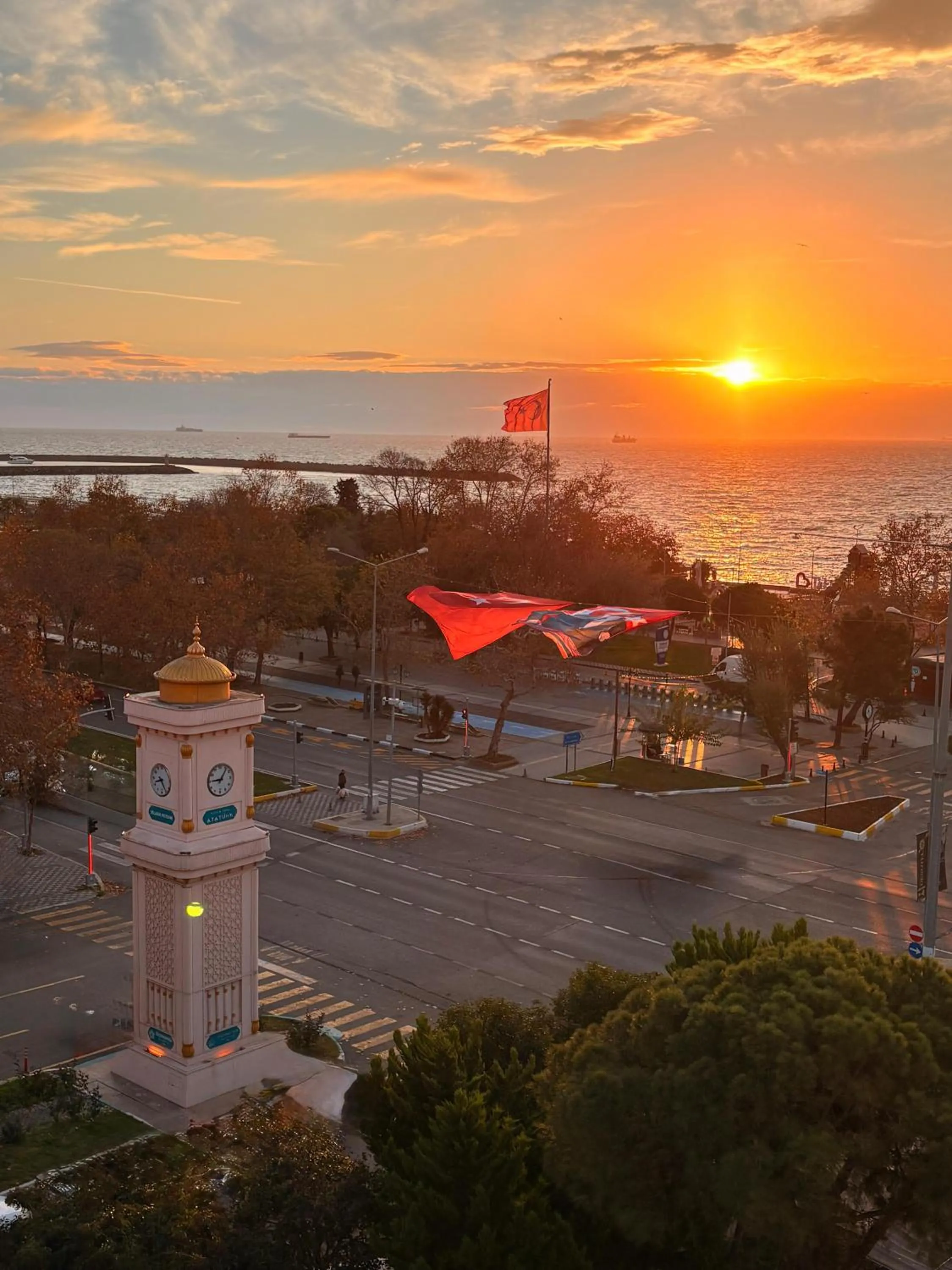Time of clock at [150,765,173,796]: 8:24
